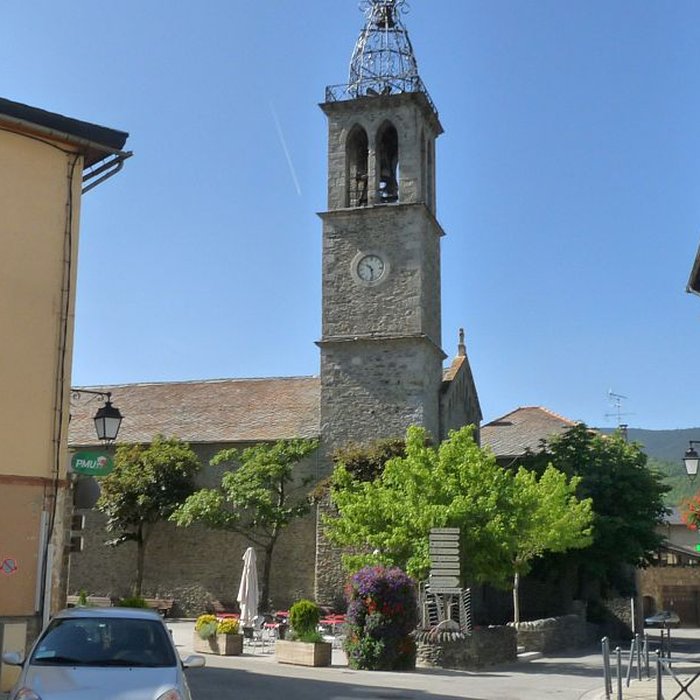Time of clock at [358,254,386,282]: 10:28
